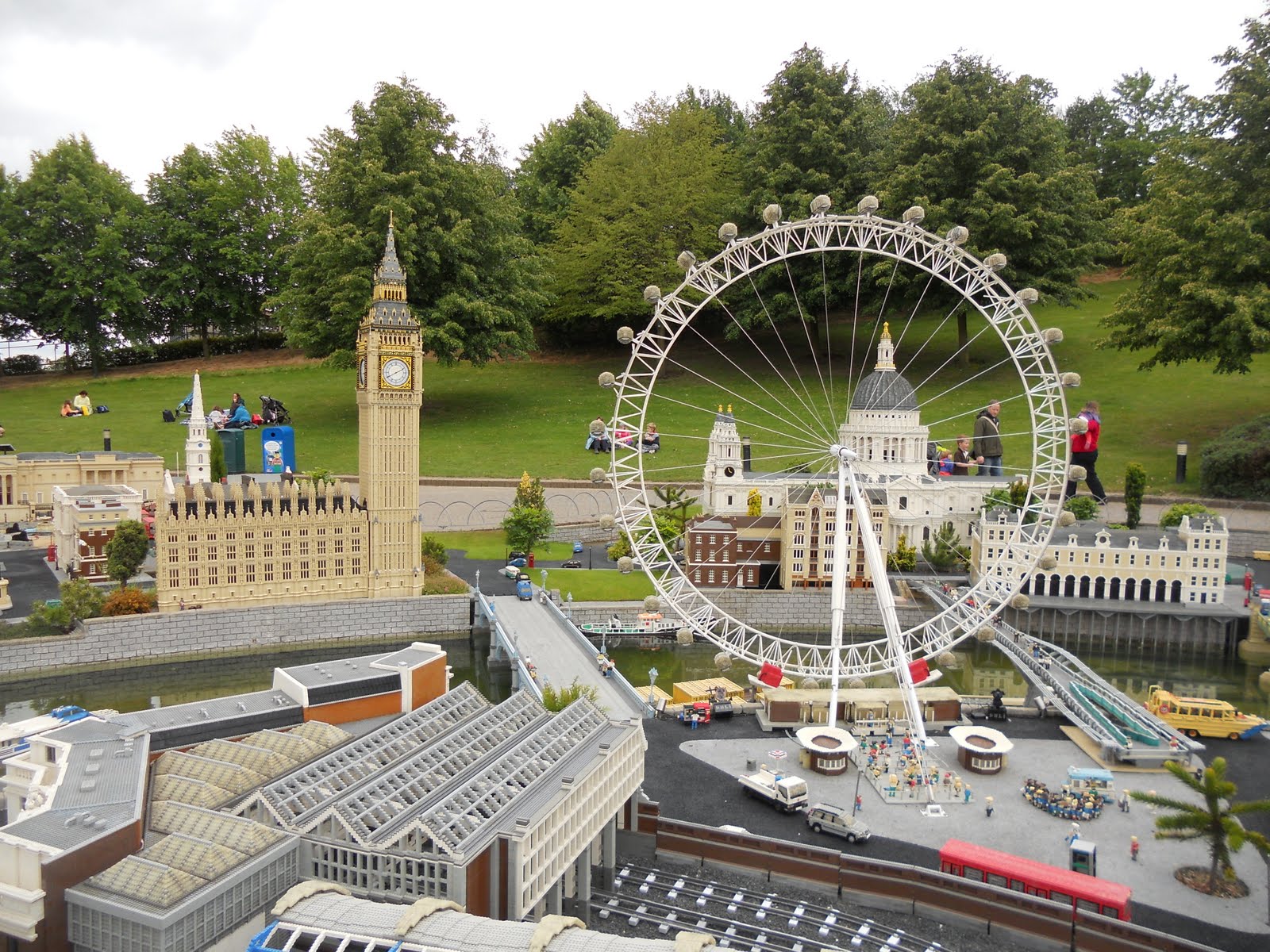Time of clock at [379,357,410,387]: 8:10
